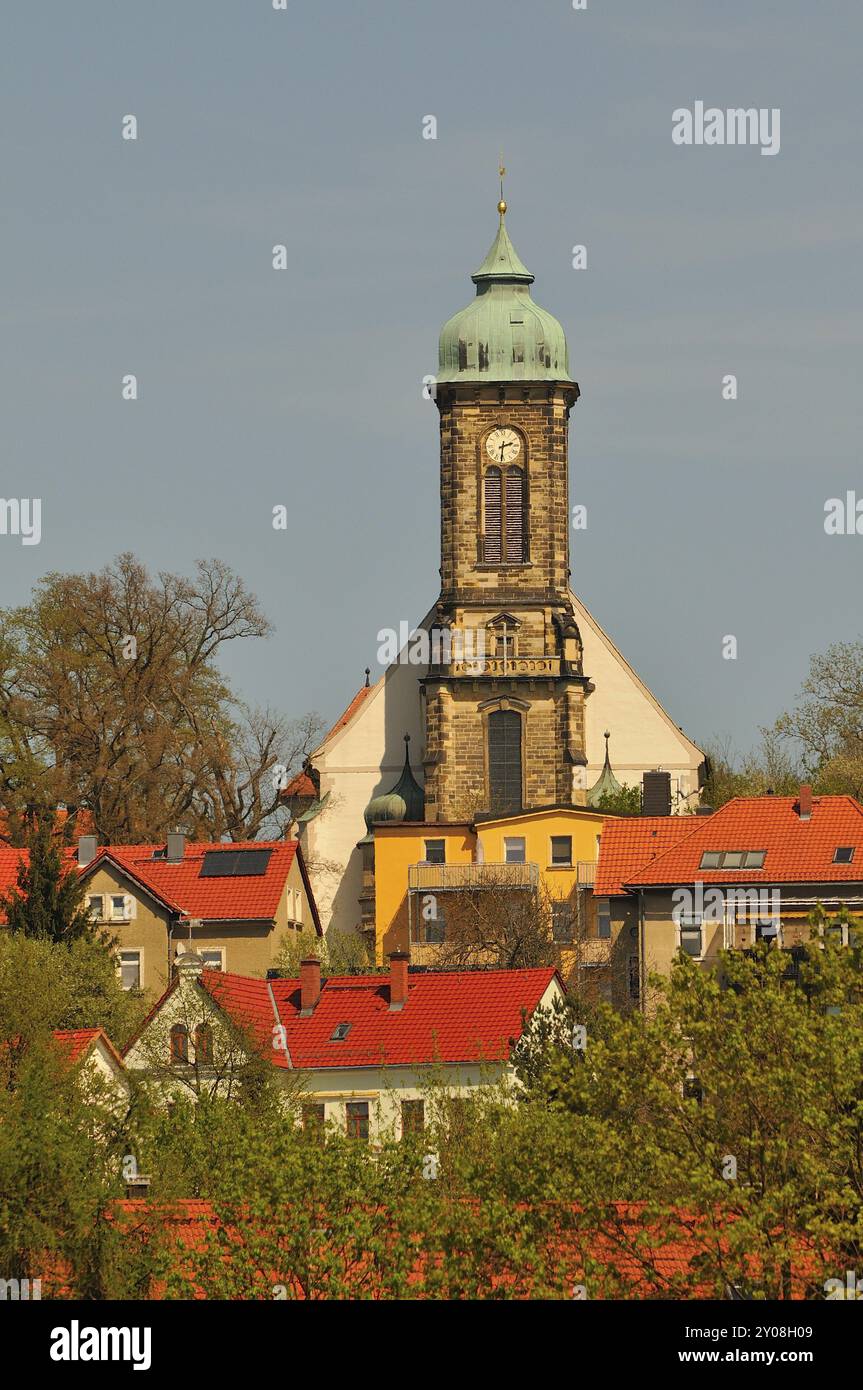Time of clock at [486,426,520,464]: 2:31
